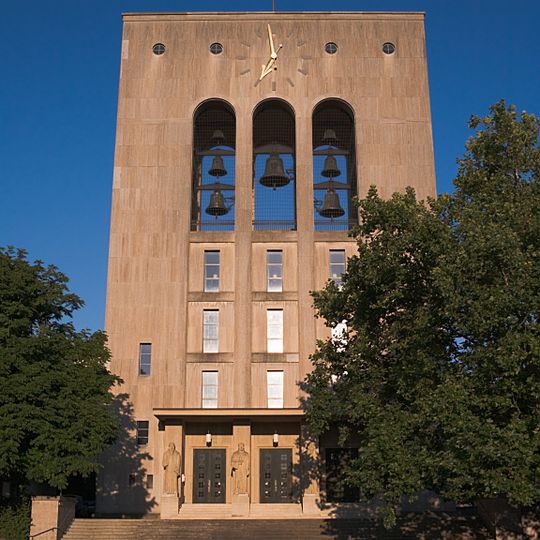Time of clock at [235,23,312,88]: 6:58
